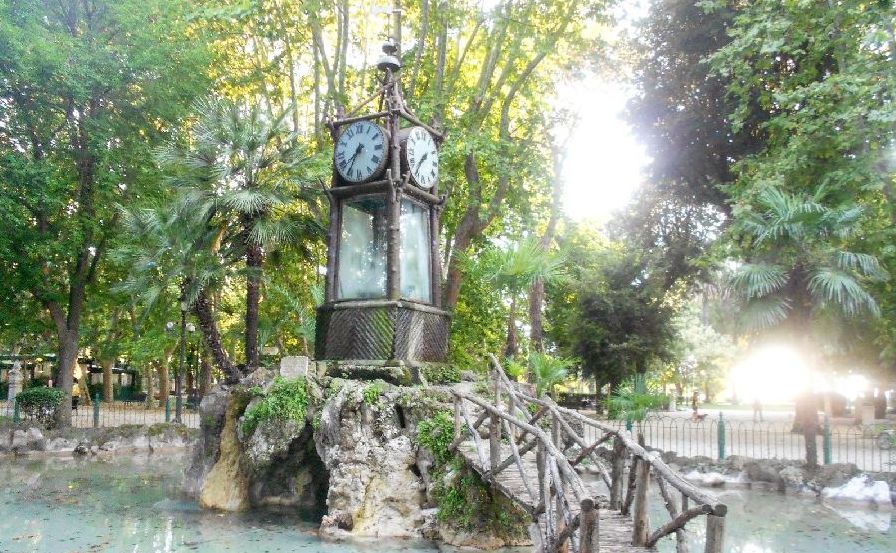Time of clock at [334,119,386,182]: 7:34
